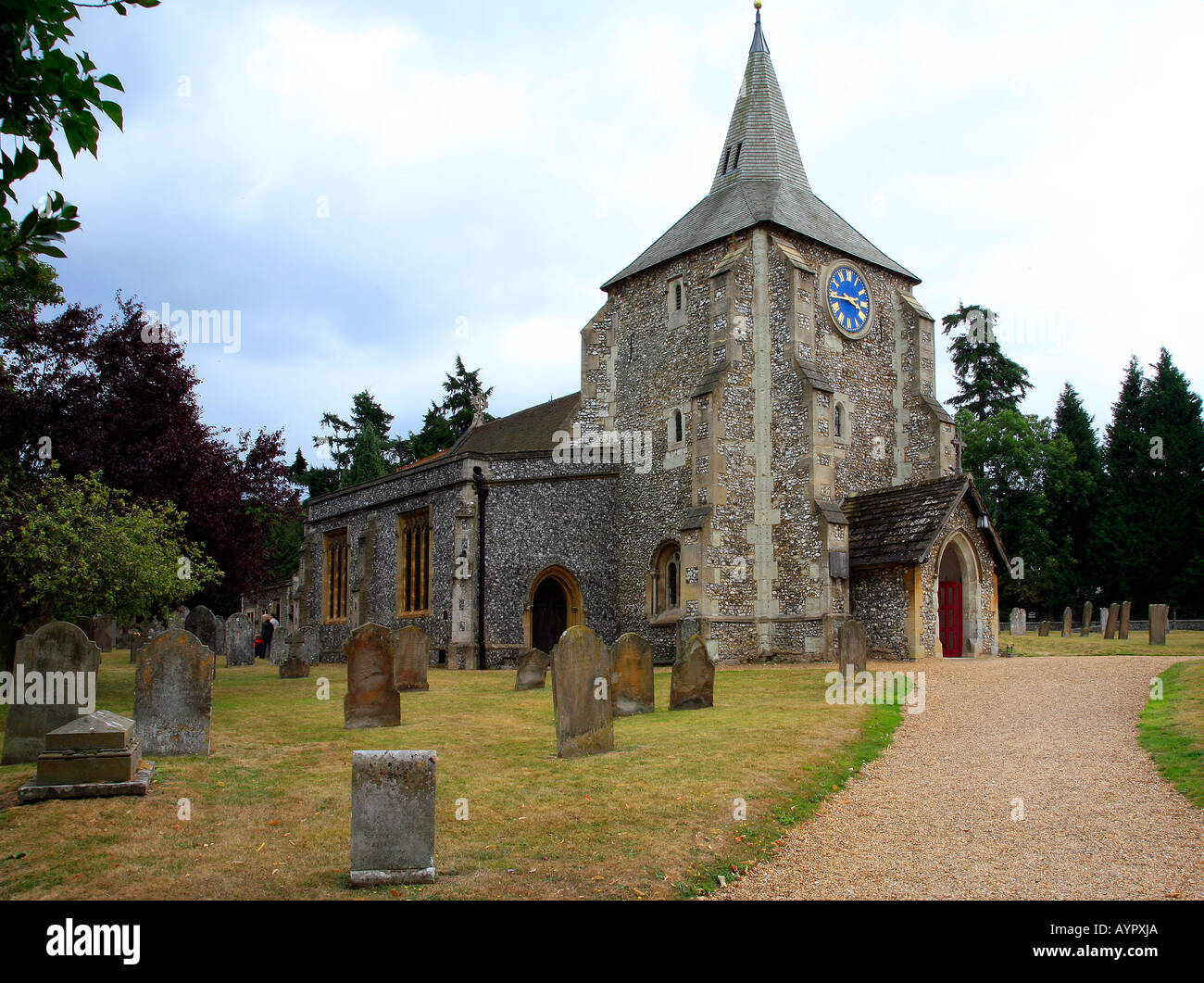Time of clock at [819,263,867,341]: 3:44
